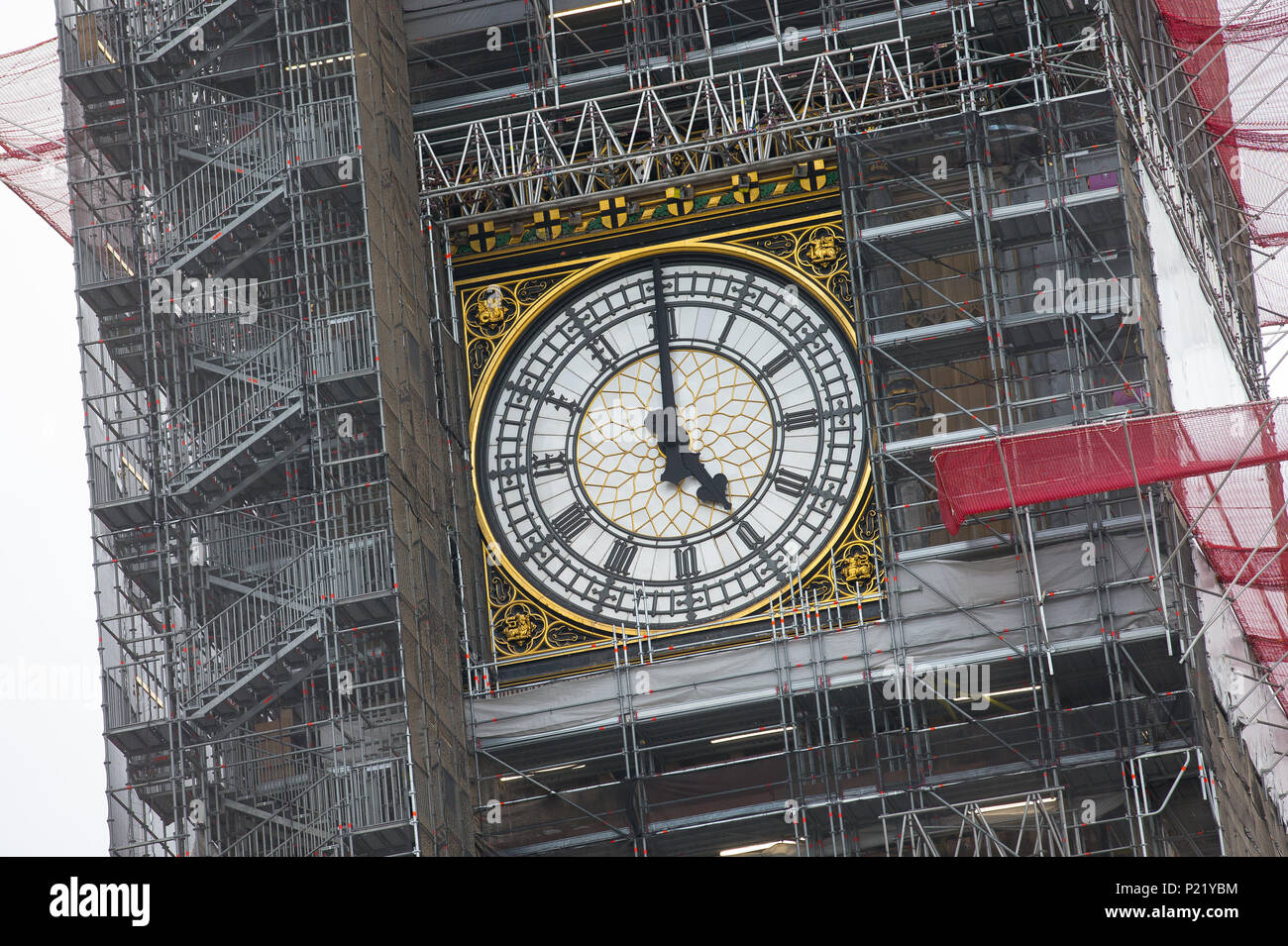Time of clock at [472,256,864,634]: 5:00
